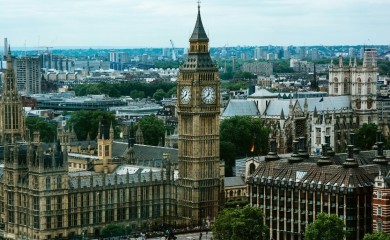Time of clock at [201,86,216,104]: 12:38
